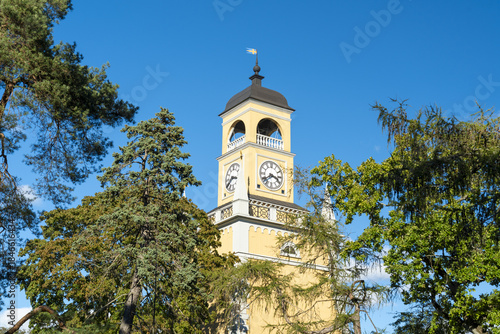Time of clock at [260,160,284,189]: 3:38
